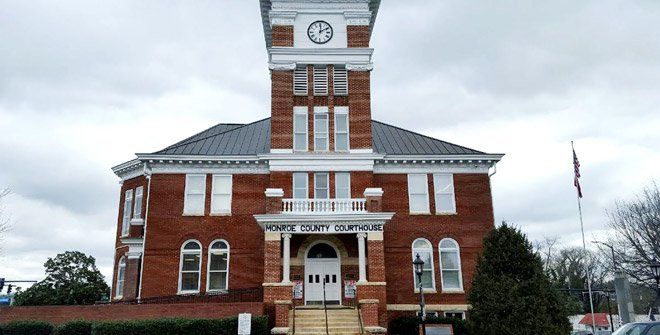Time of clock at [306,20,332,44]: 12:09
